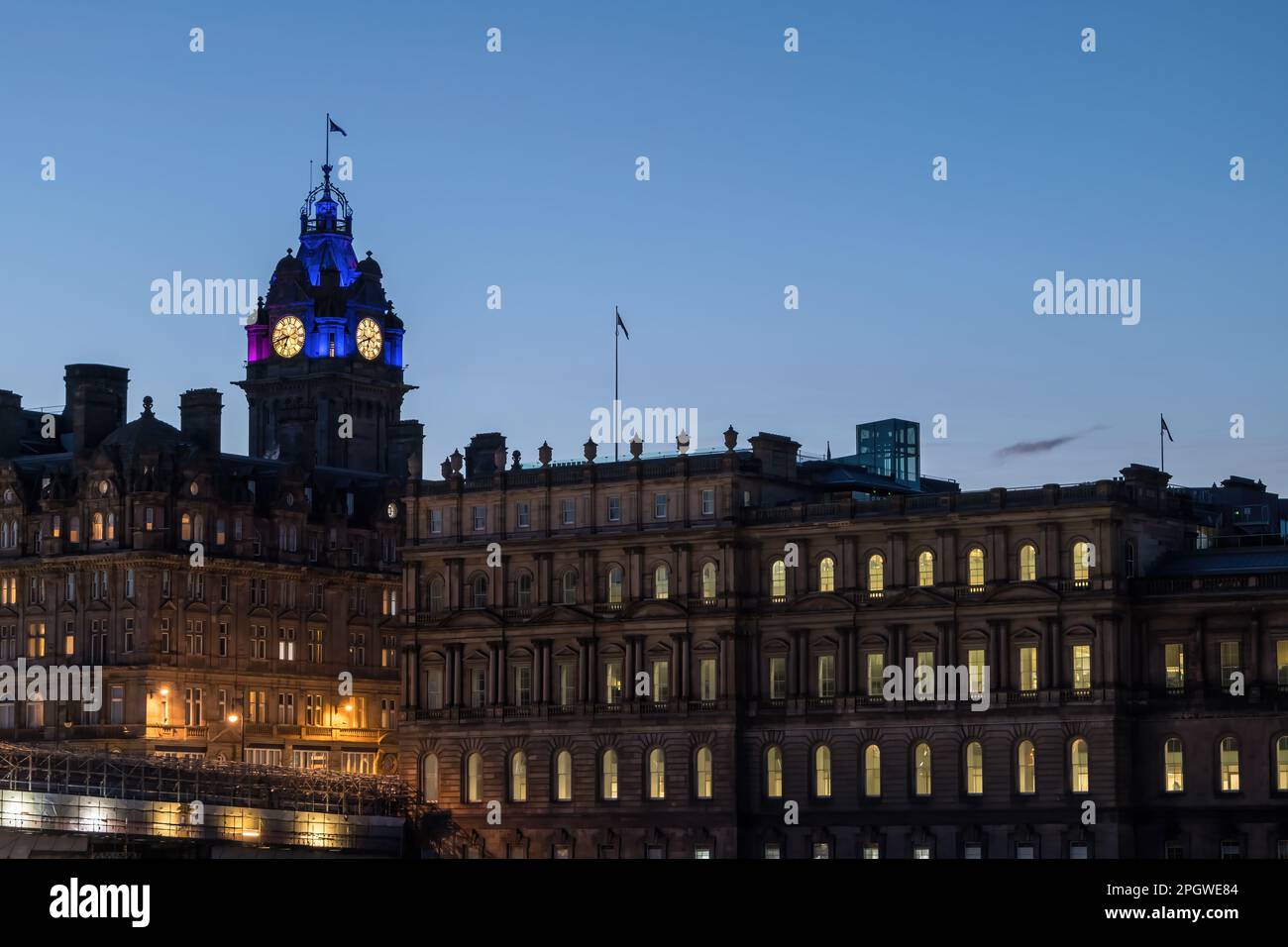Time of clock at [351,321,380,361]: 6:41
